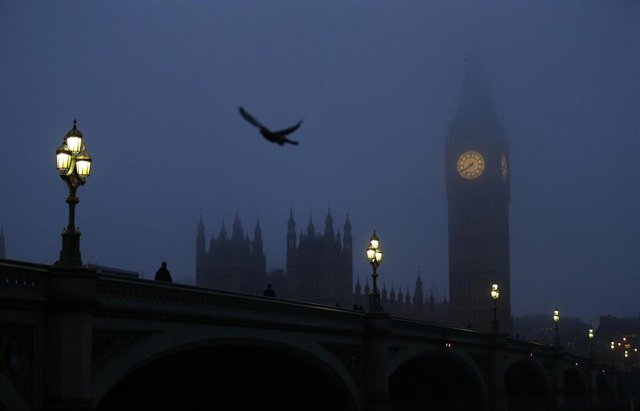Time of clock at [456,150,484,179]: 7:39
